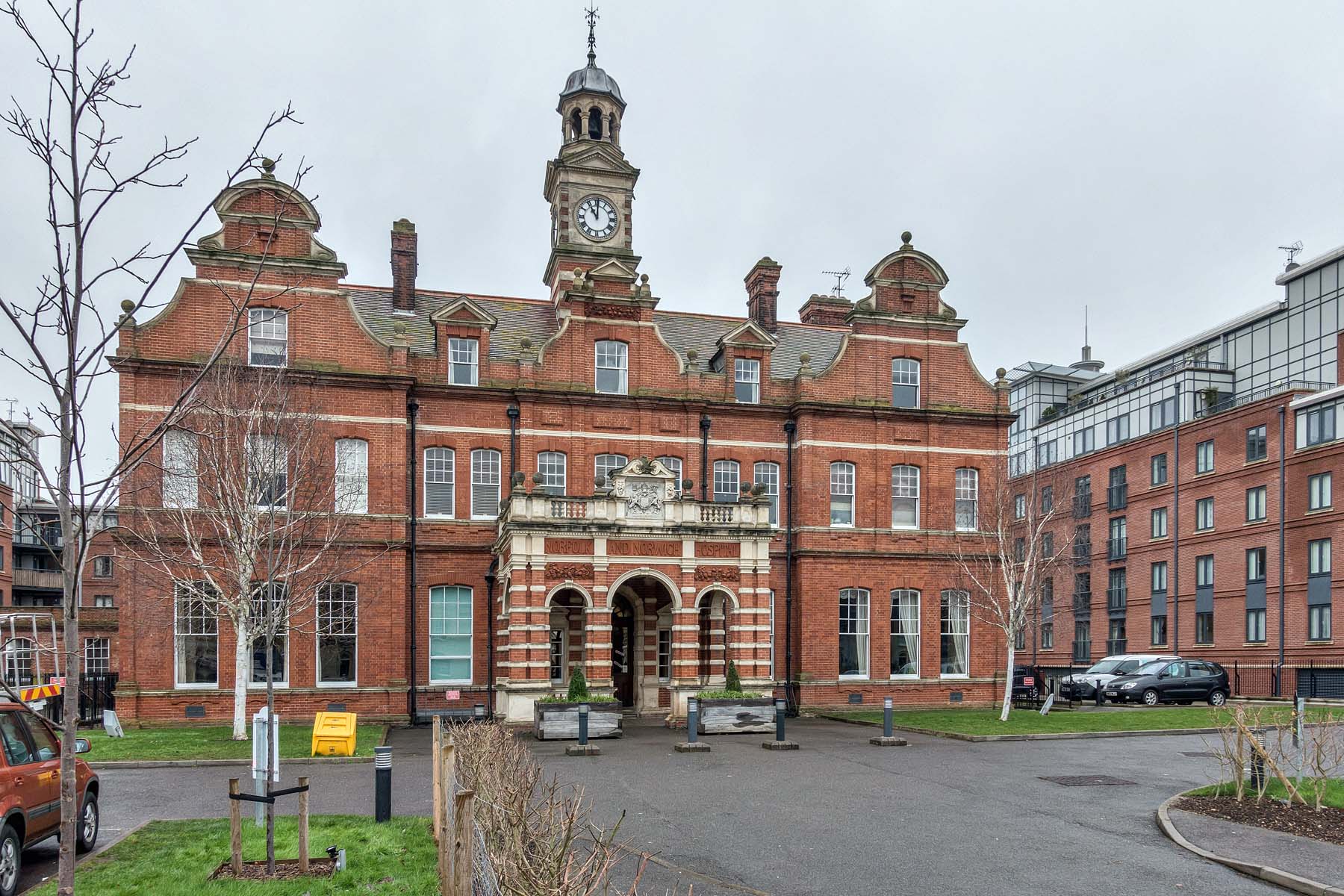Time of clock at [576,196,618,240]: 11:00
